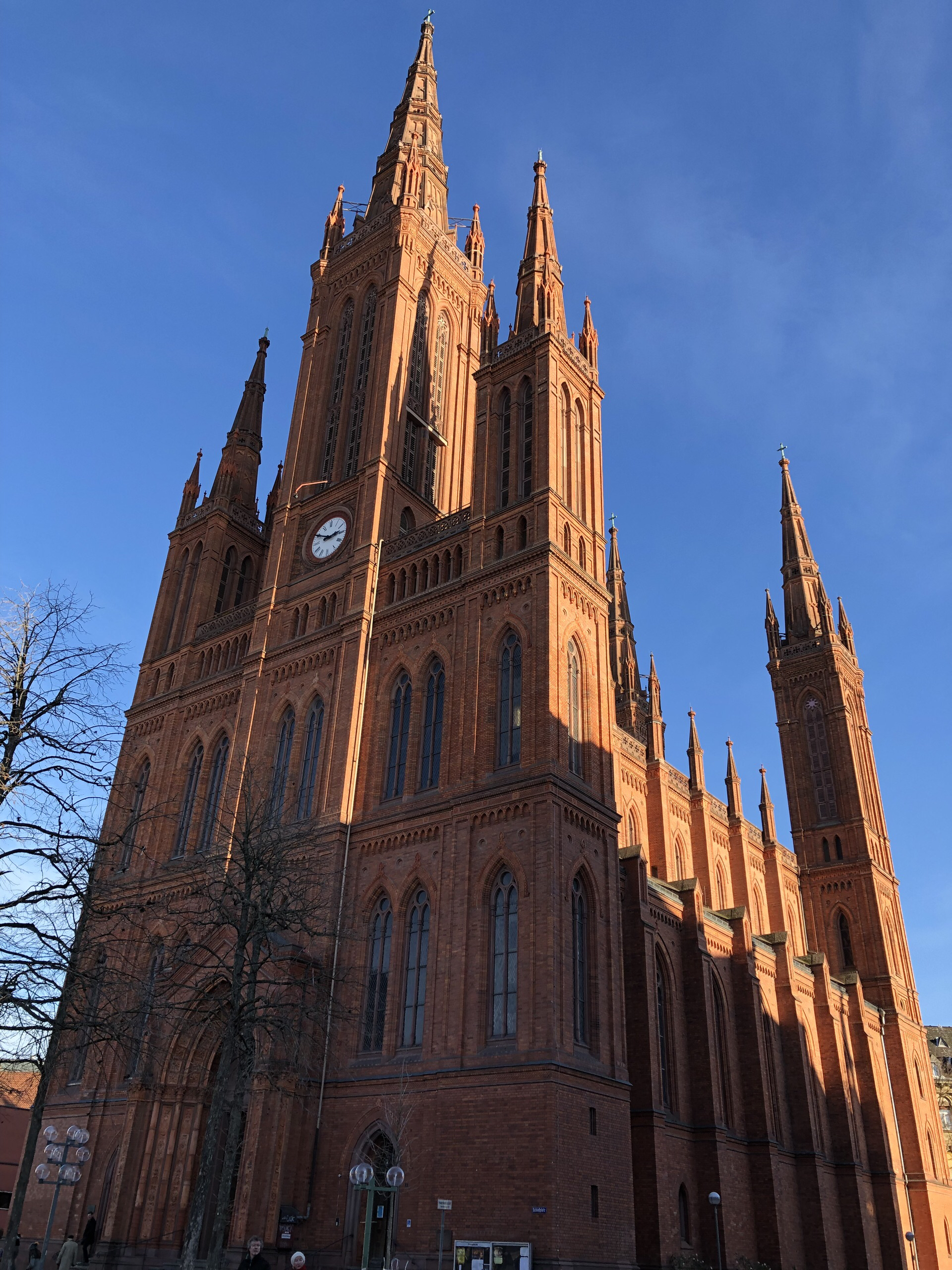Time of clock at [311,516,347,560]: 2:49
